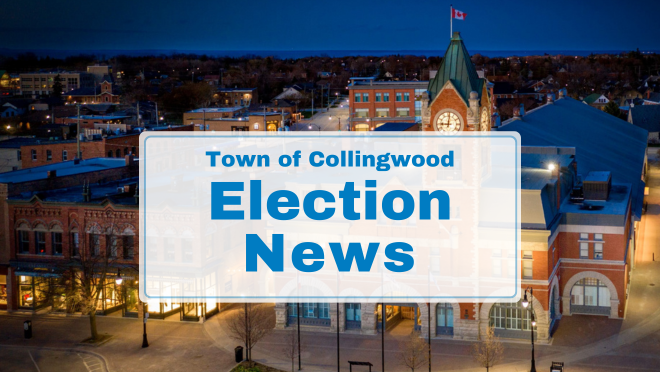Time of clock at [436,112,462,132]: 9:01
